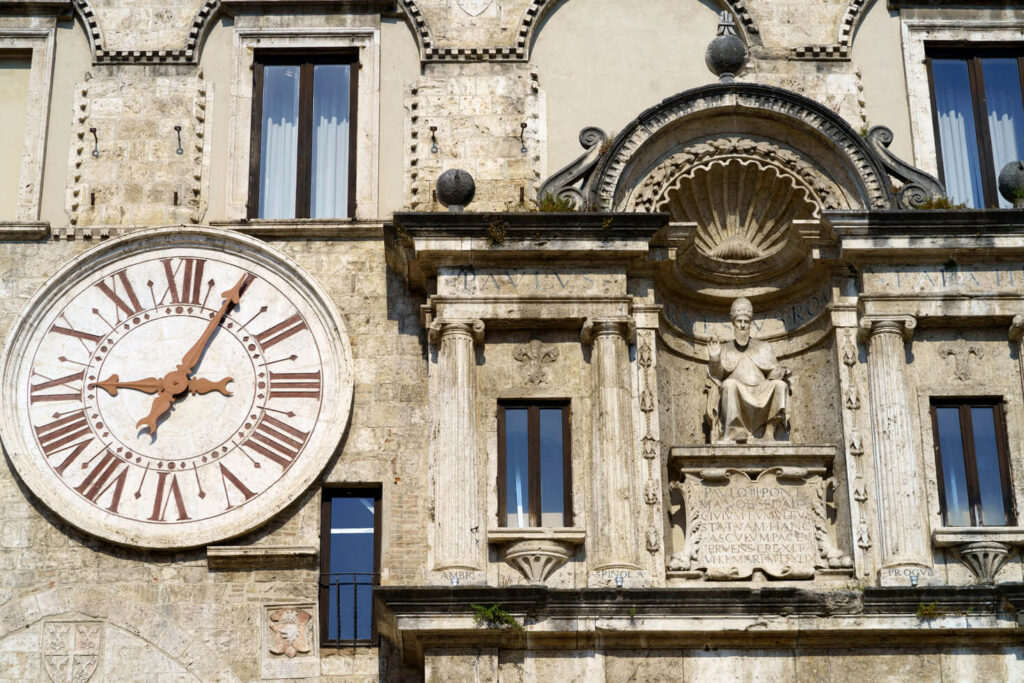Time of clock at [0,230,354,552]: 9:04
